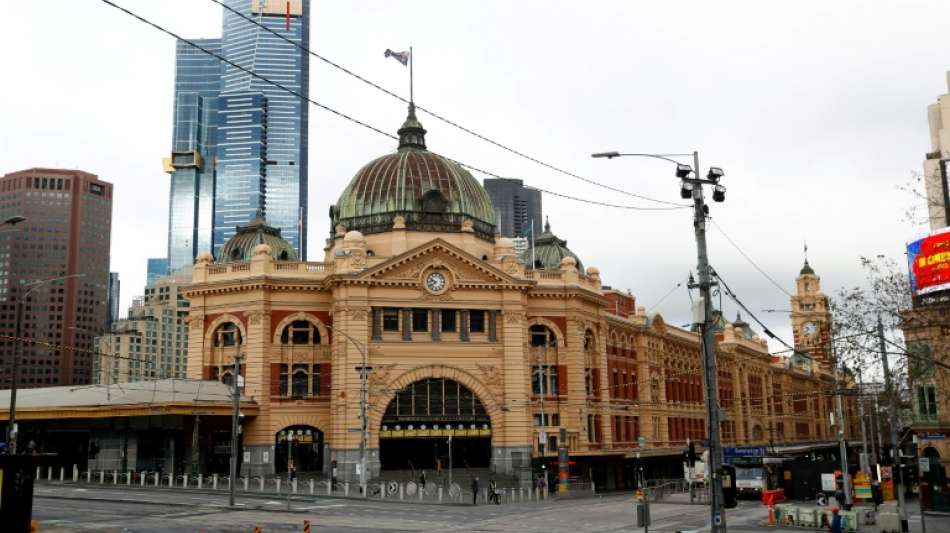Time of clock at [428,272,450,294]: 9:38
